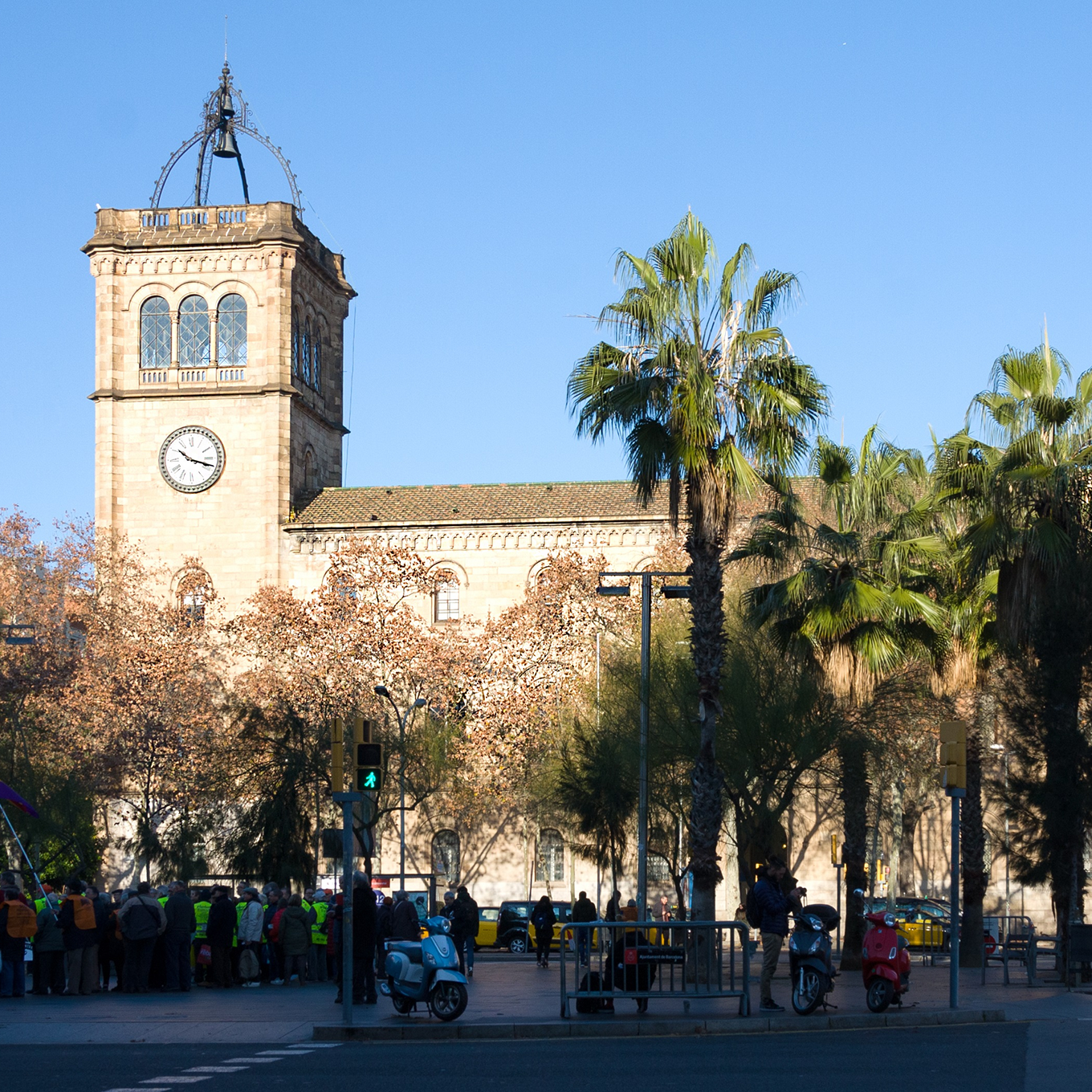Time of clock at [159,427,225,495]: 10:17
